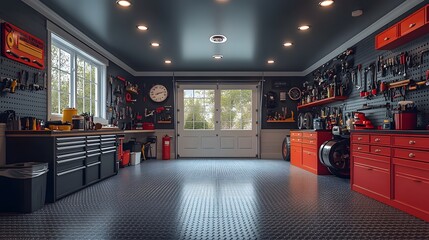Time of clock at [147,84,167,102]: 8:12
